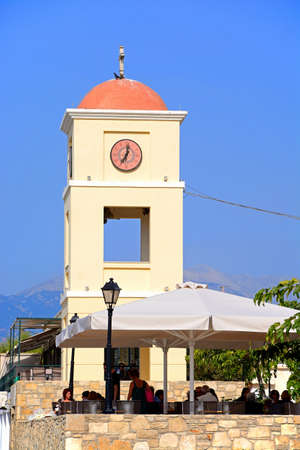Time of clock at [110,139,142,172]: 7:01
